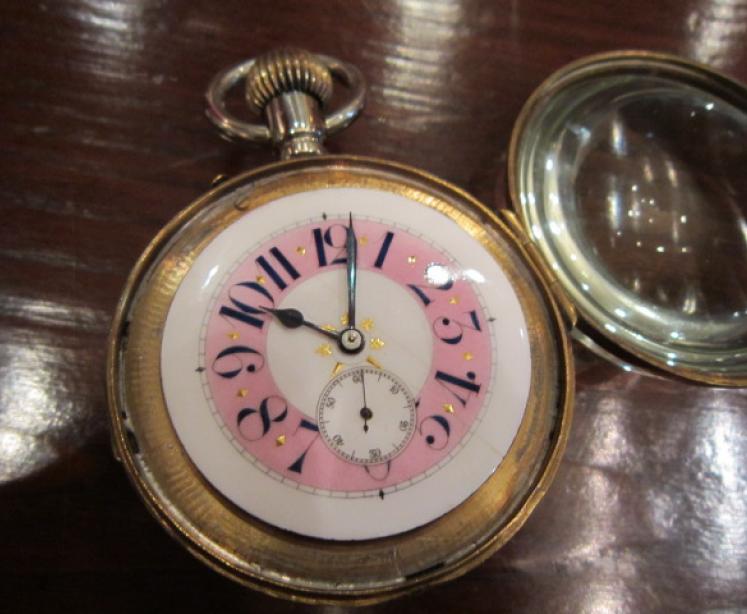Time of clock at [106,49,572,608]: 10:02
